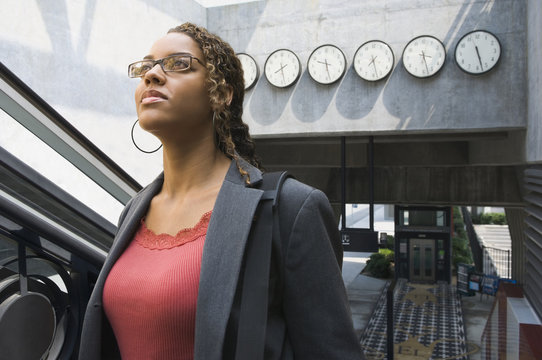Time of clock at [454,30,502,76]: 5:27
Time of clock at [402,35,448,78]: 3:27
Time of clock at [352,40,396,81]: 7:27
